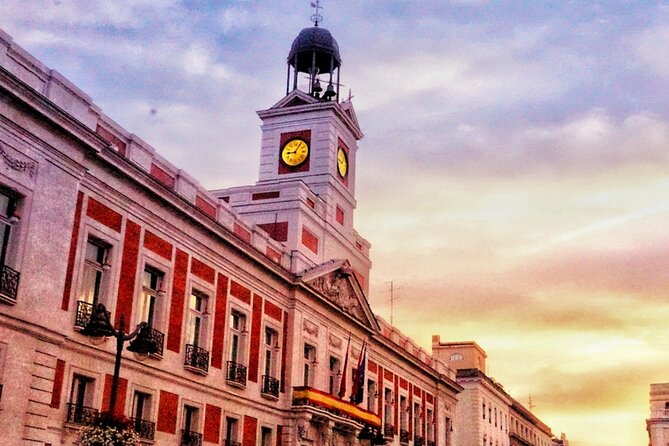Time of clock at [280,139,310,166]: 9:05
